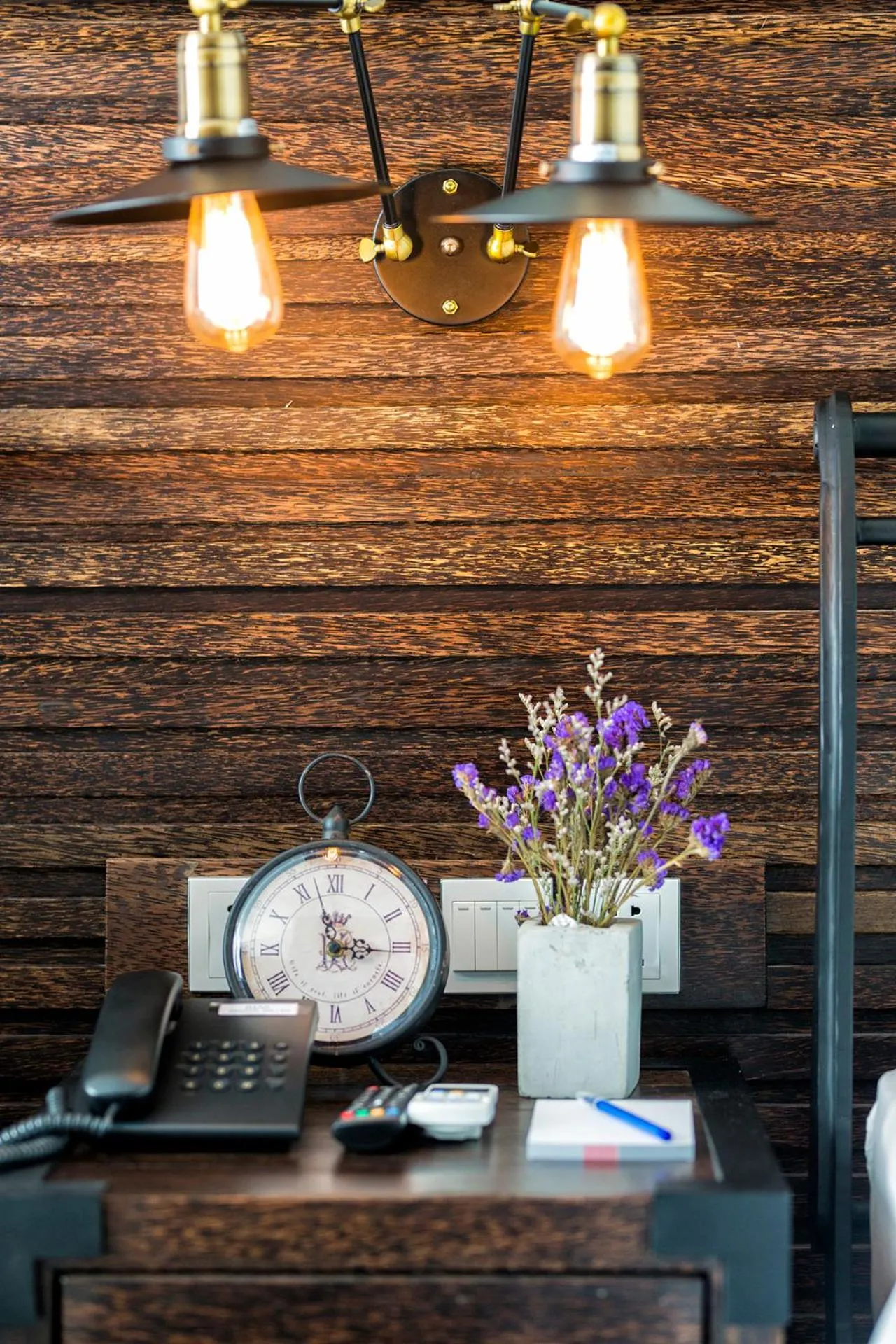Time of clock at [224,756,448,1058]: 2:57
